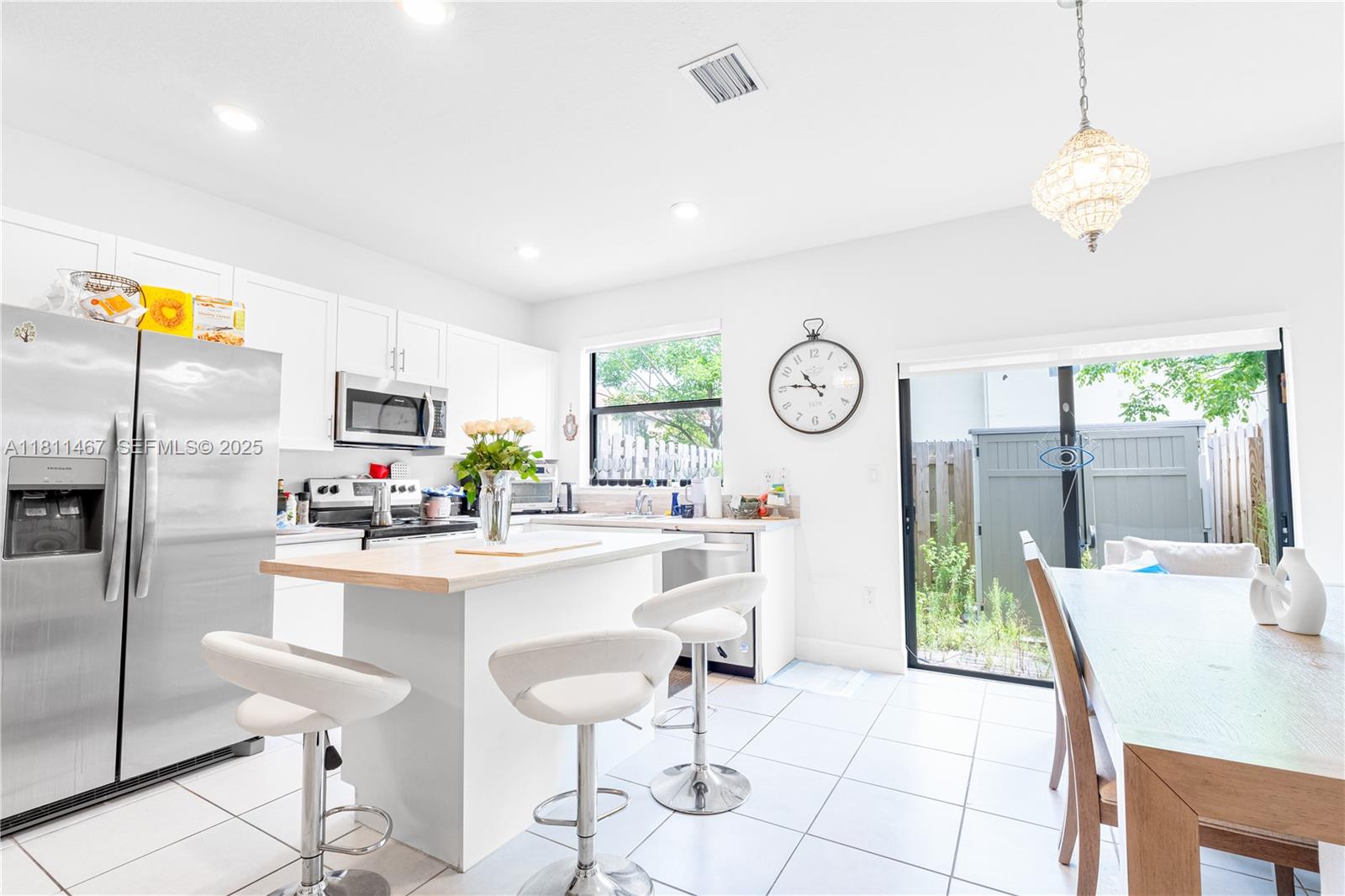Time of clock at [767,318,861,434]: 10:45
